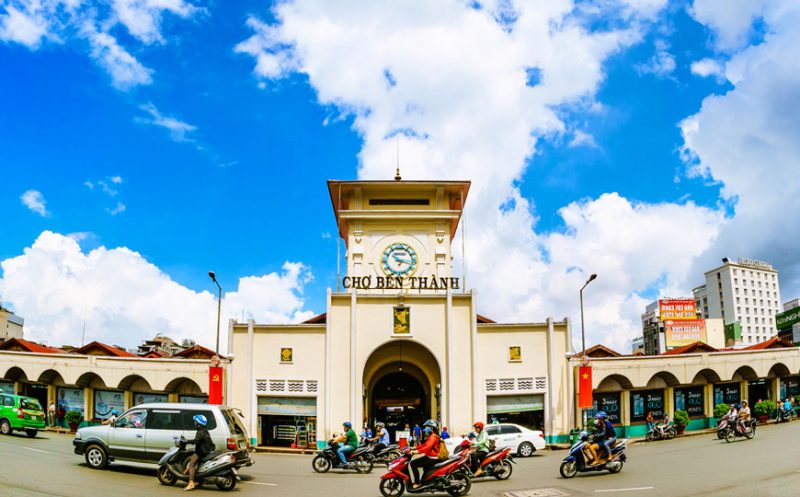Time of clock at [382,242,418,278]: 10:17
